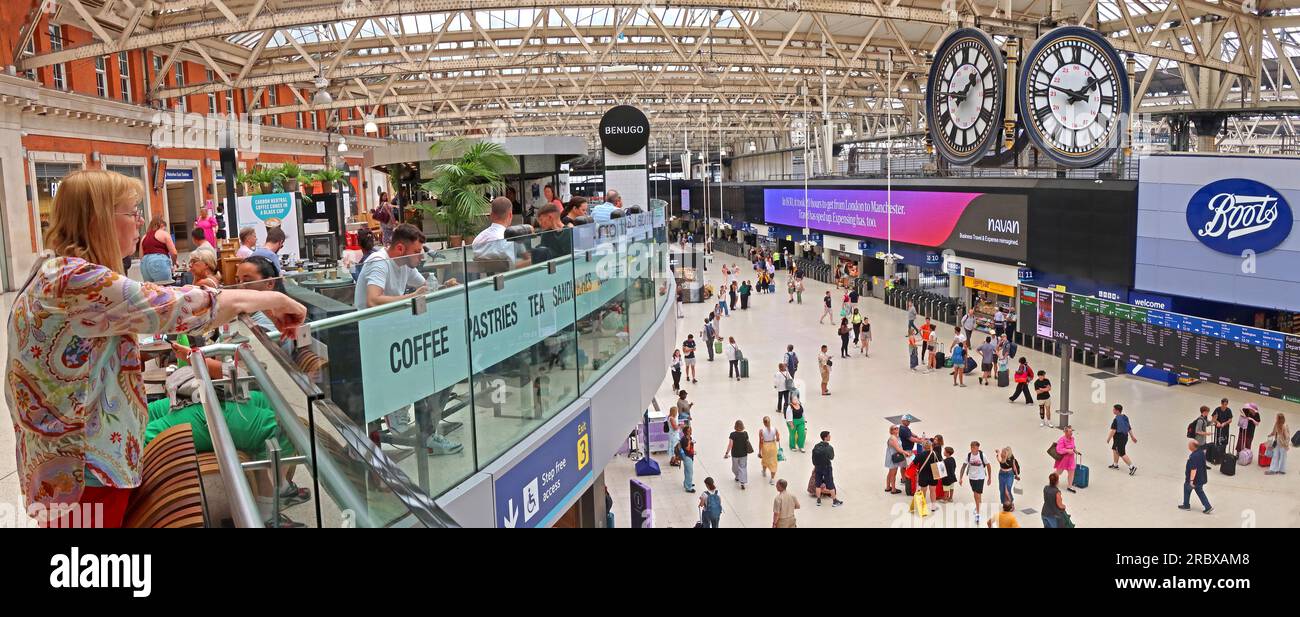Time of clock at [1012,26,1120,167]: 1:46
